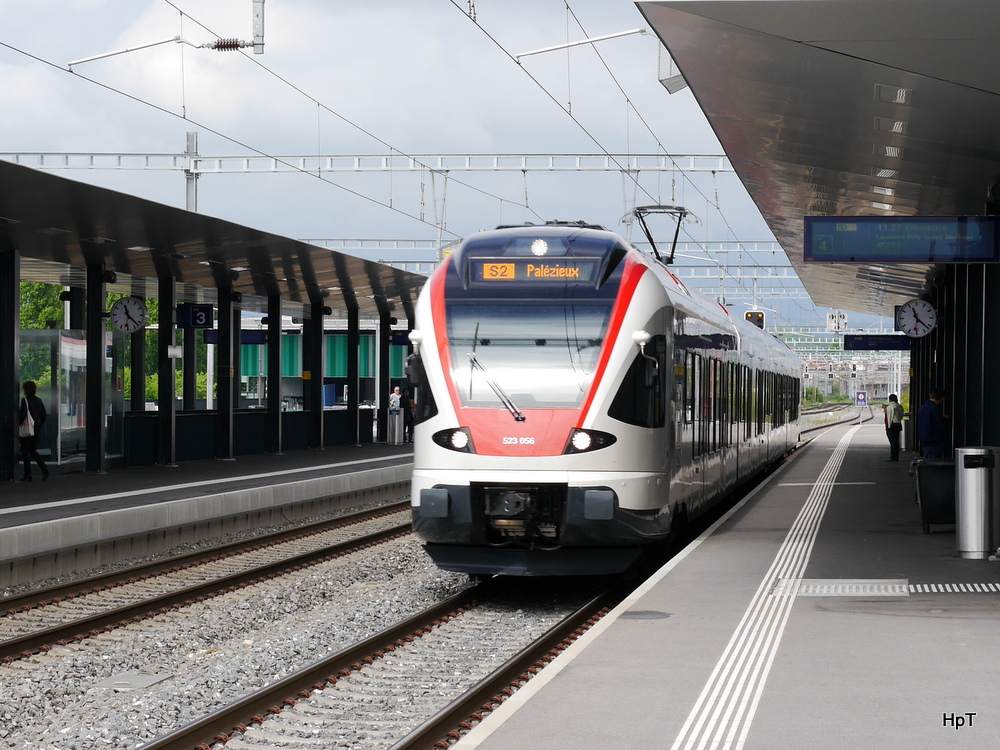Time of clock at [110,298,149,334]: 11:22
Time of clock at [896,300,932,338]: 11:22
